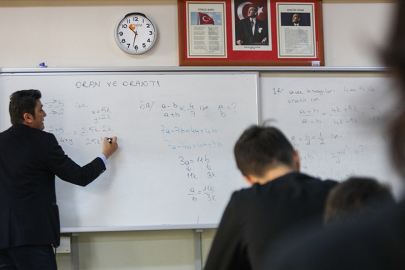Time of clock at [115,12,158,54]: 10:32
